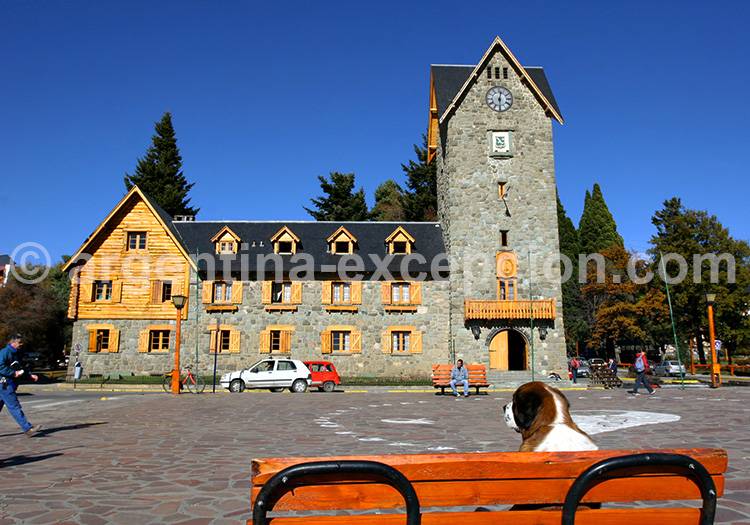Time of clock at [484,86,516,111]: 12:29
